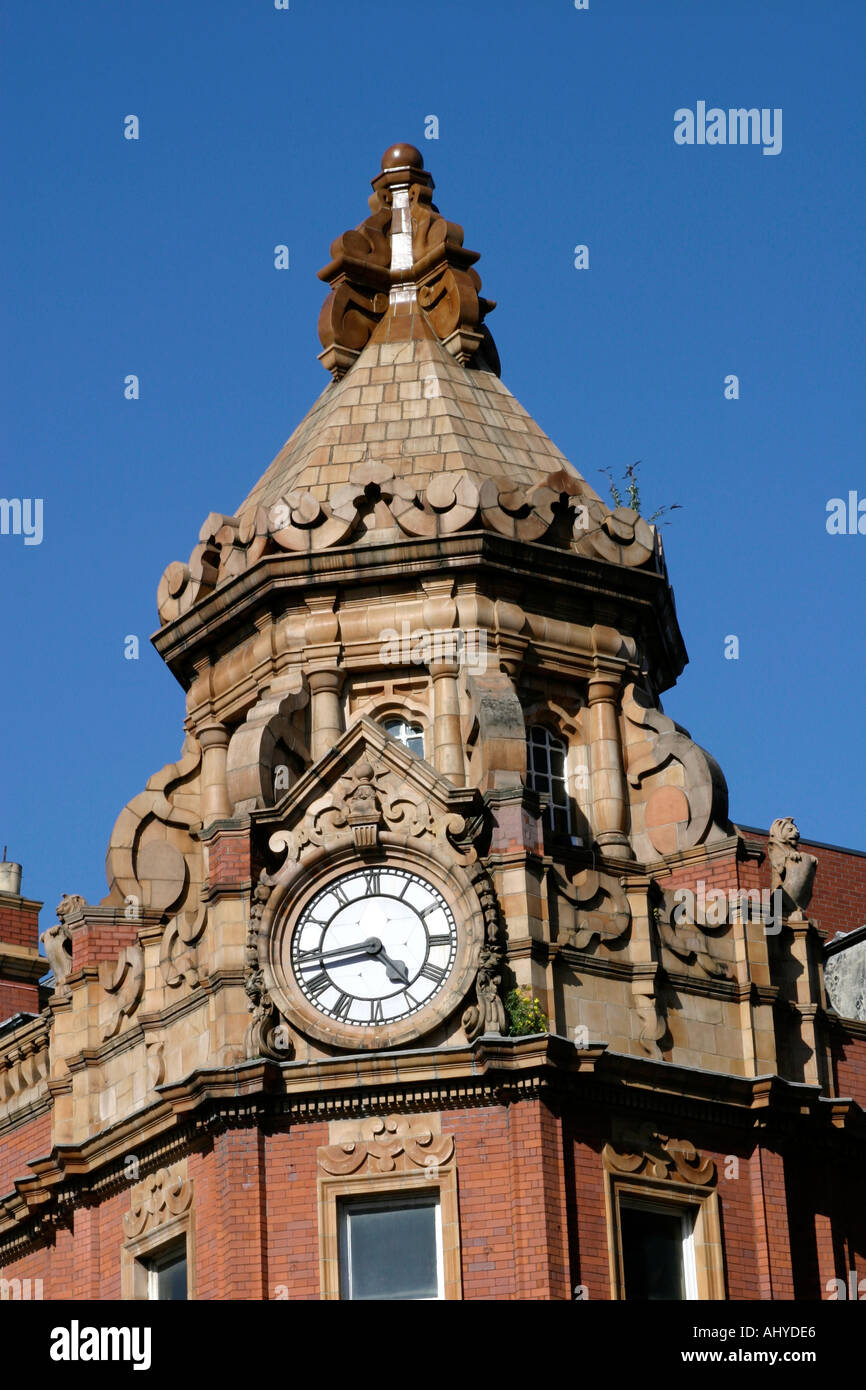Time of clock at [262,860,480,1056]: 4:42
